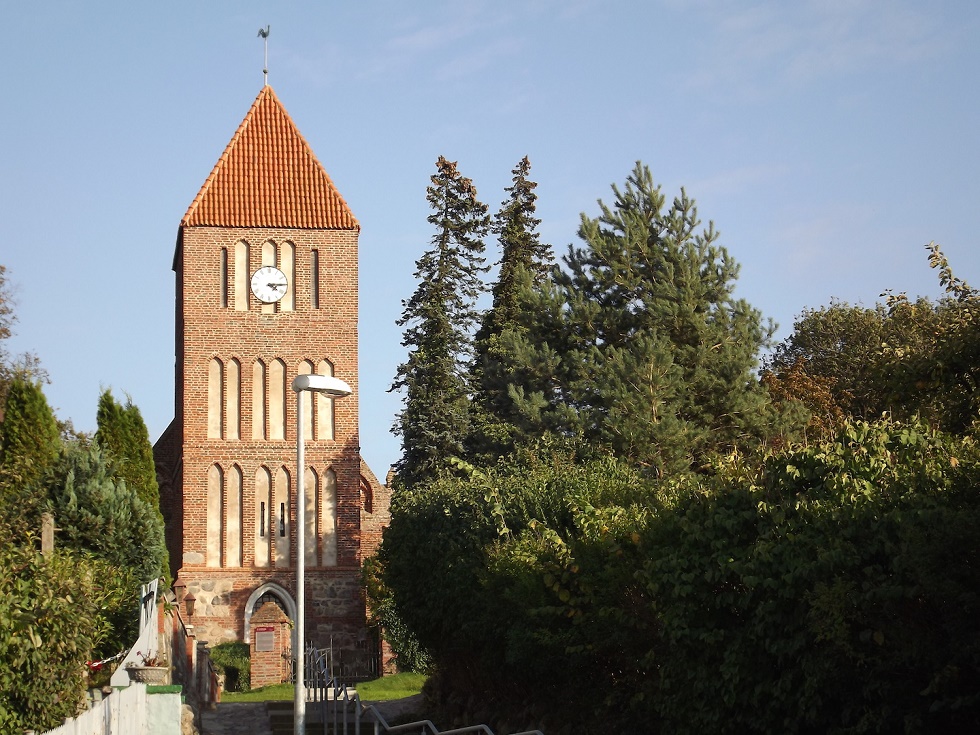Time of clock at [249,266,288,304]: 4:14
